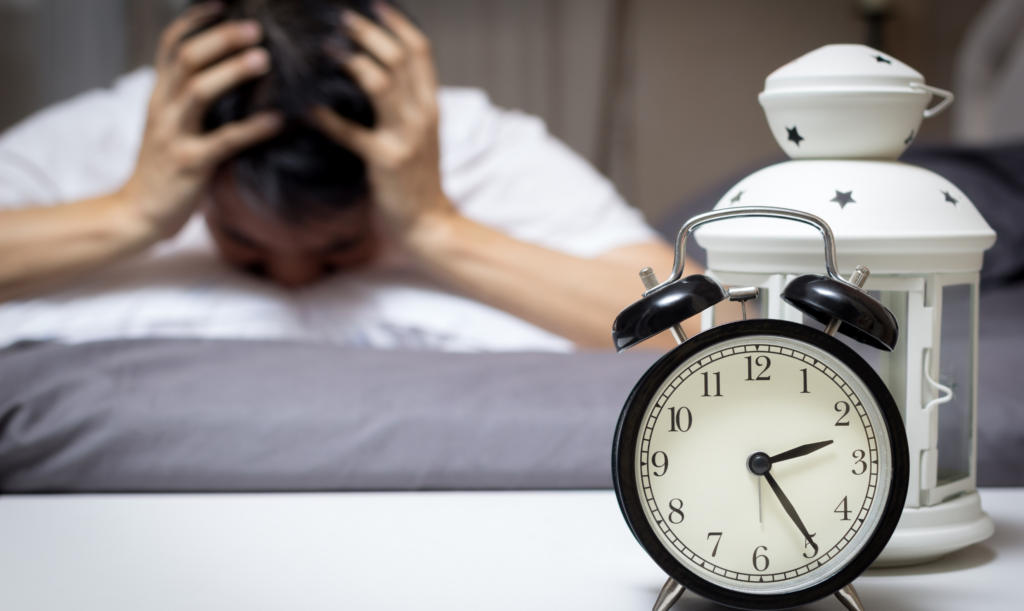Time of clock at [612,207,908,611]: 2:24
